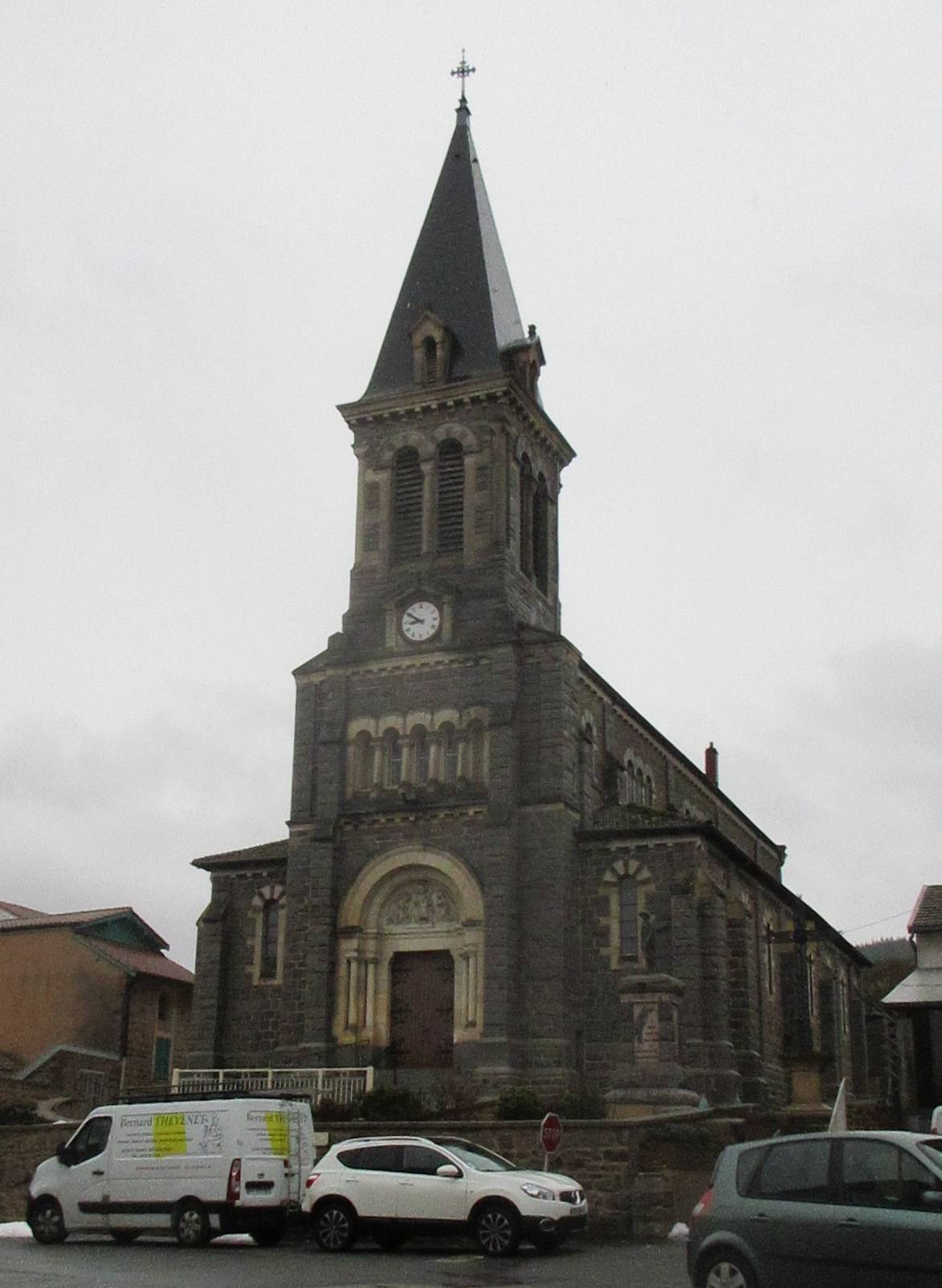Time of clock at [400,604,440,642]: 8:50
